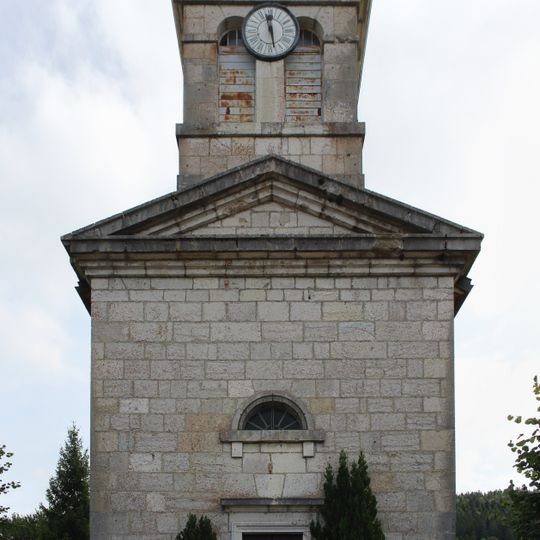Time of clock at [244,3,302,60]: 11:28
